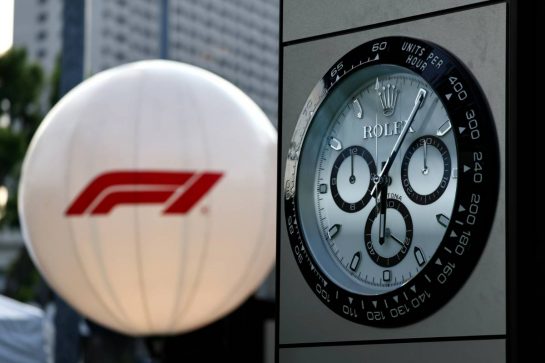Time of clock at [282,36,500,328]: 6:06
